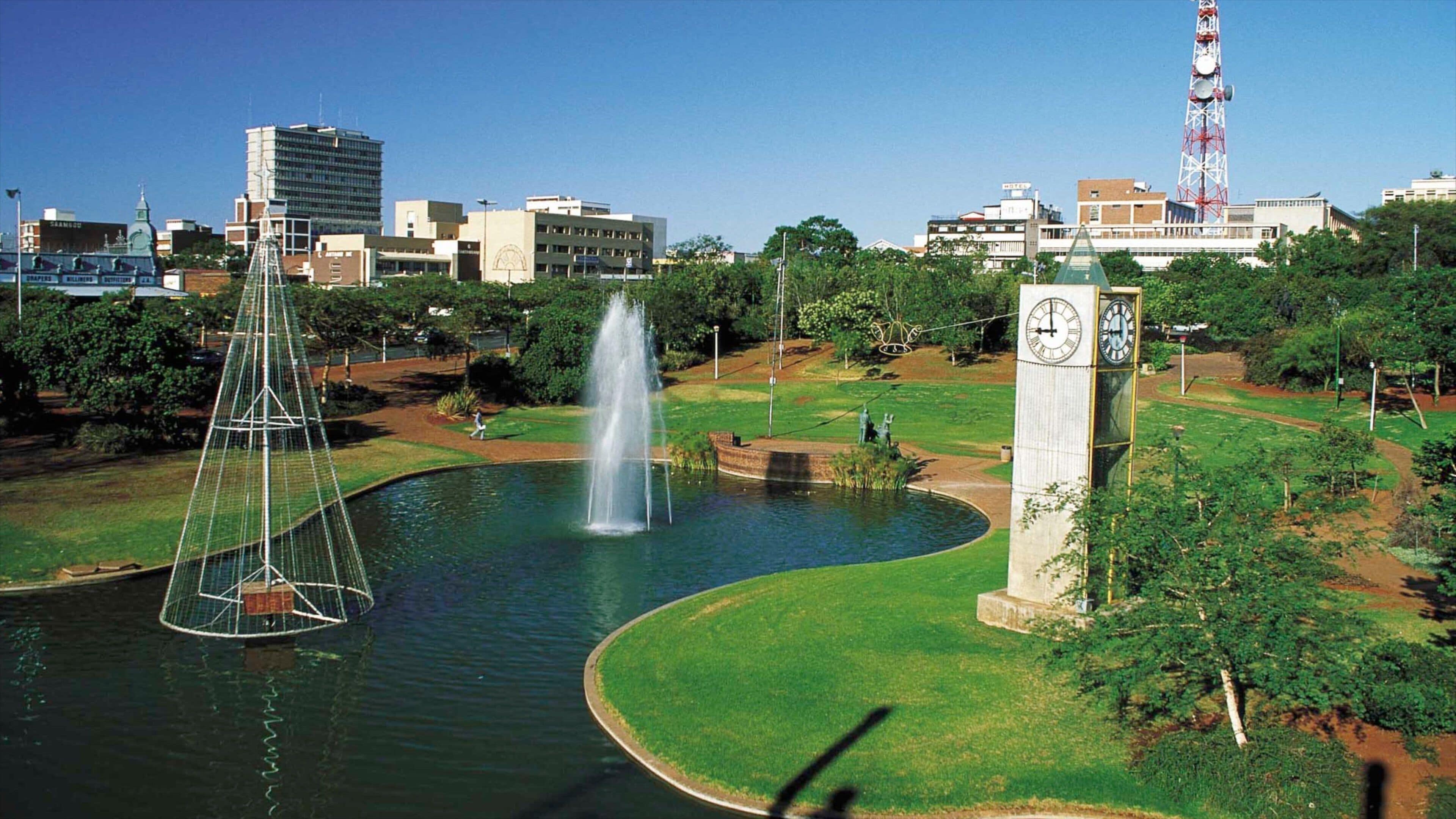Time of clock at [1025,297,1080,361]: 8:58
